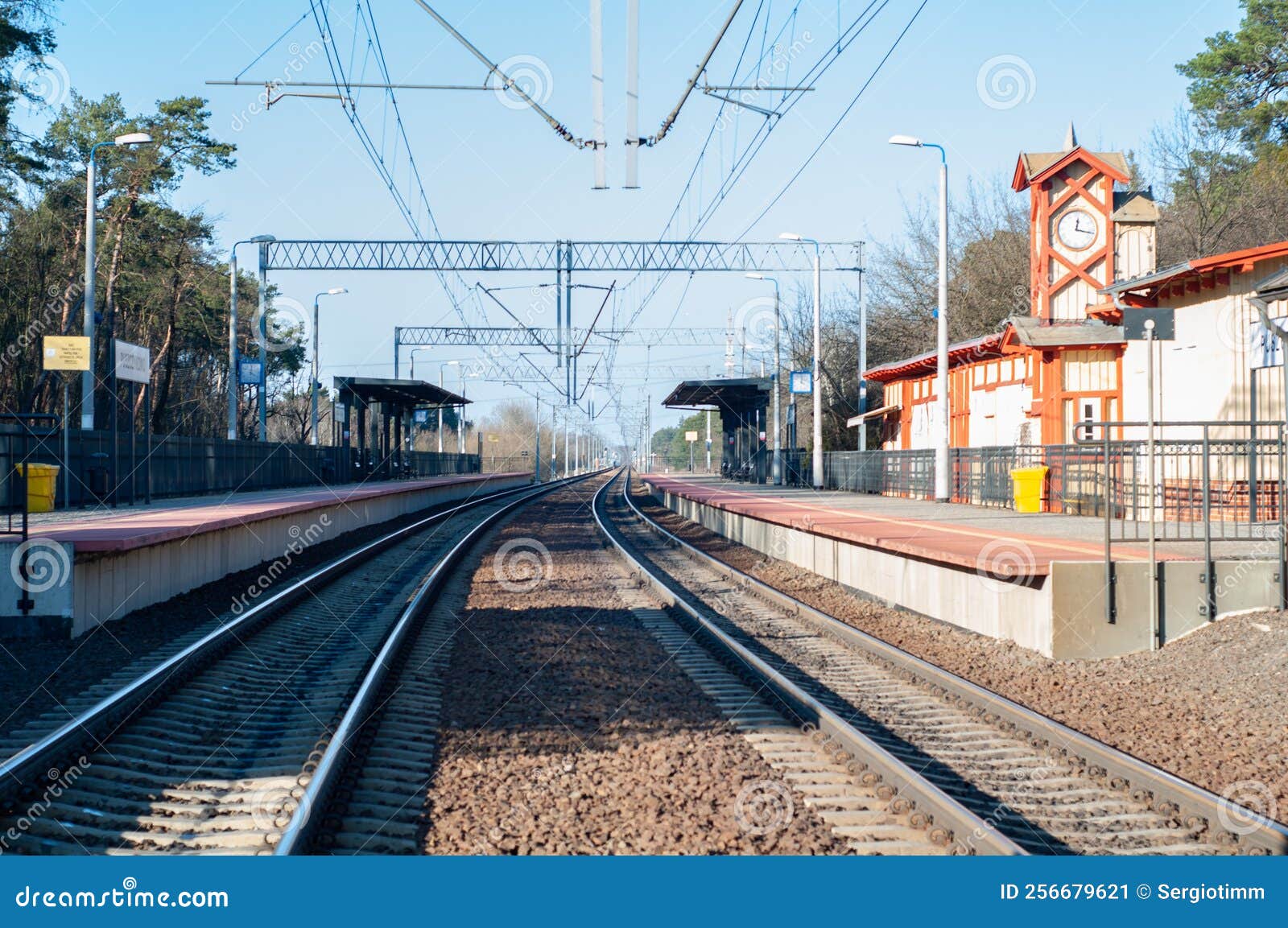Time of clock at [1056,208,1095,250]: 12:16
